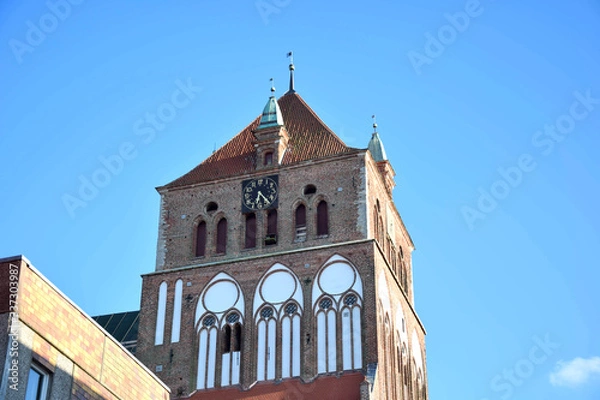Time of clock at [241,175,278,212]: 6:23
